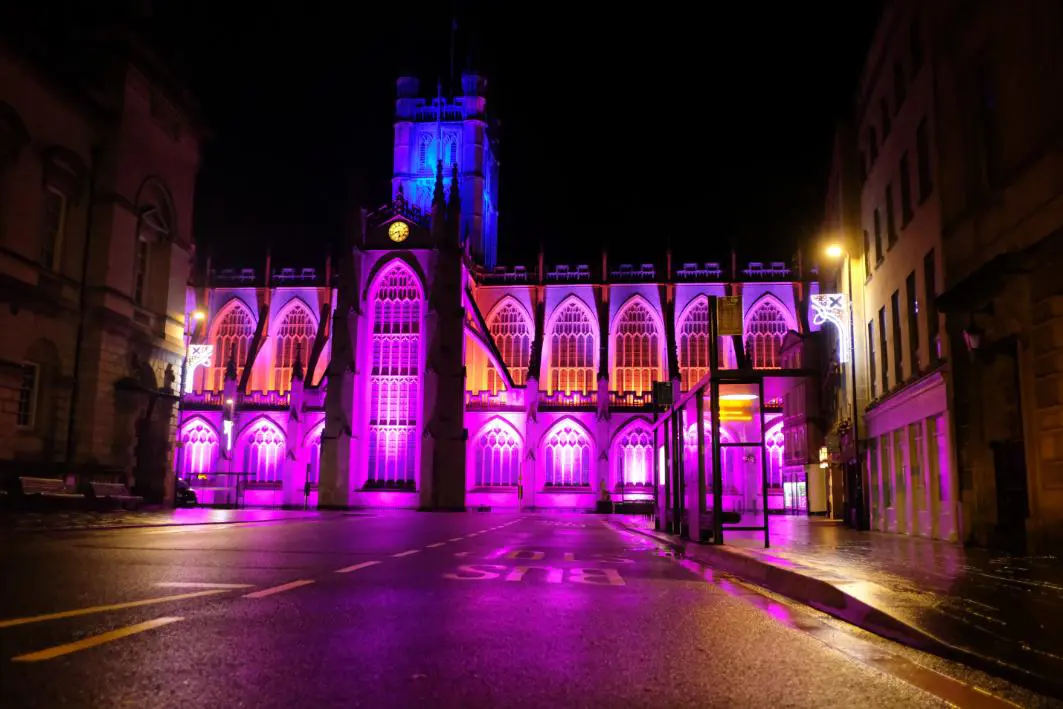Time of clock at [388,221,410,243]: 5:41
